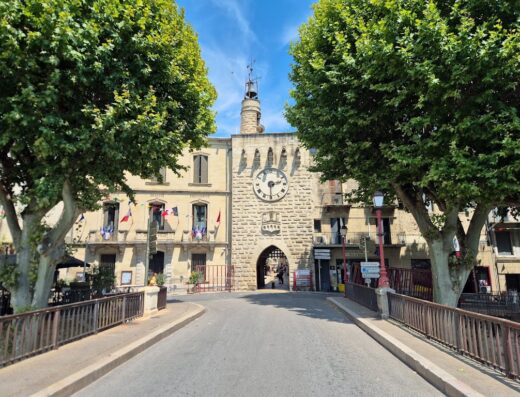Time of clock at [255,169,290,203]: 2:30
